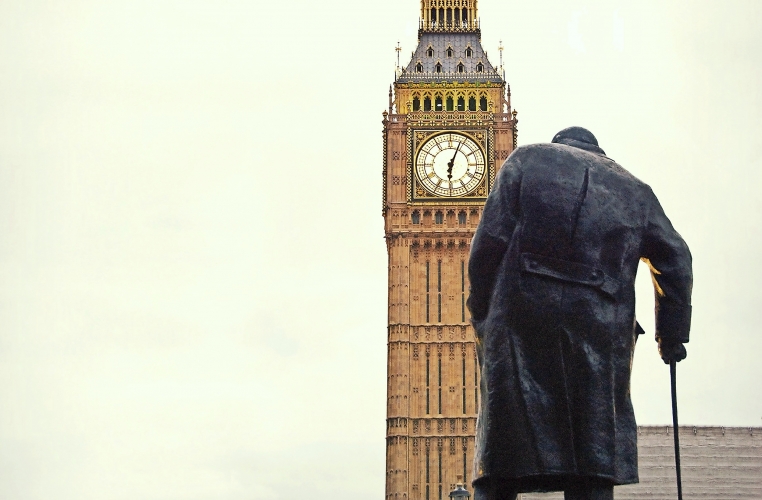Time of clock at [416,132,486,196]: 6:03
